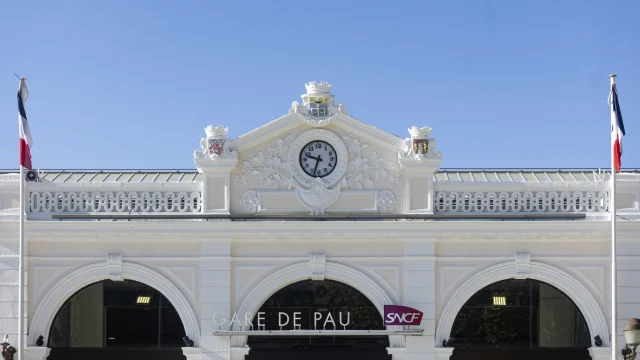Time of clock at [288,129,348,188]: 9:33
